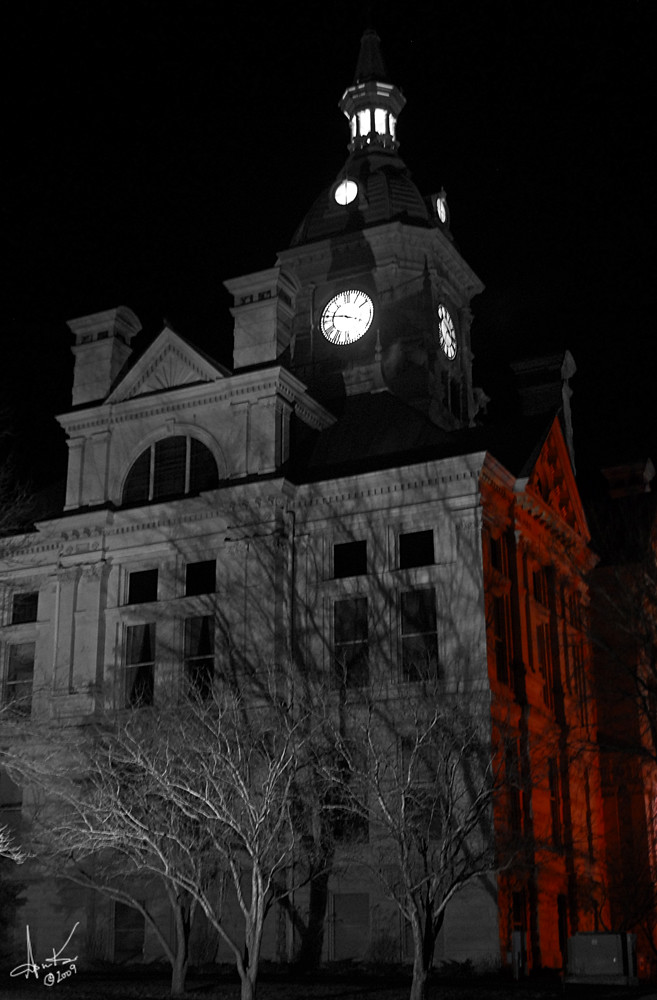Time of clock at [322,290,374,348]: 3:46
